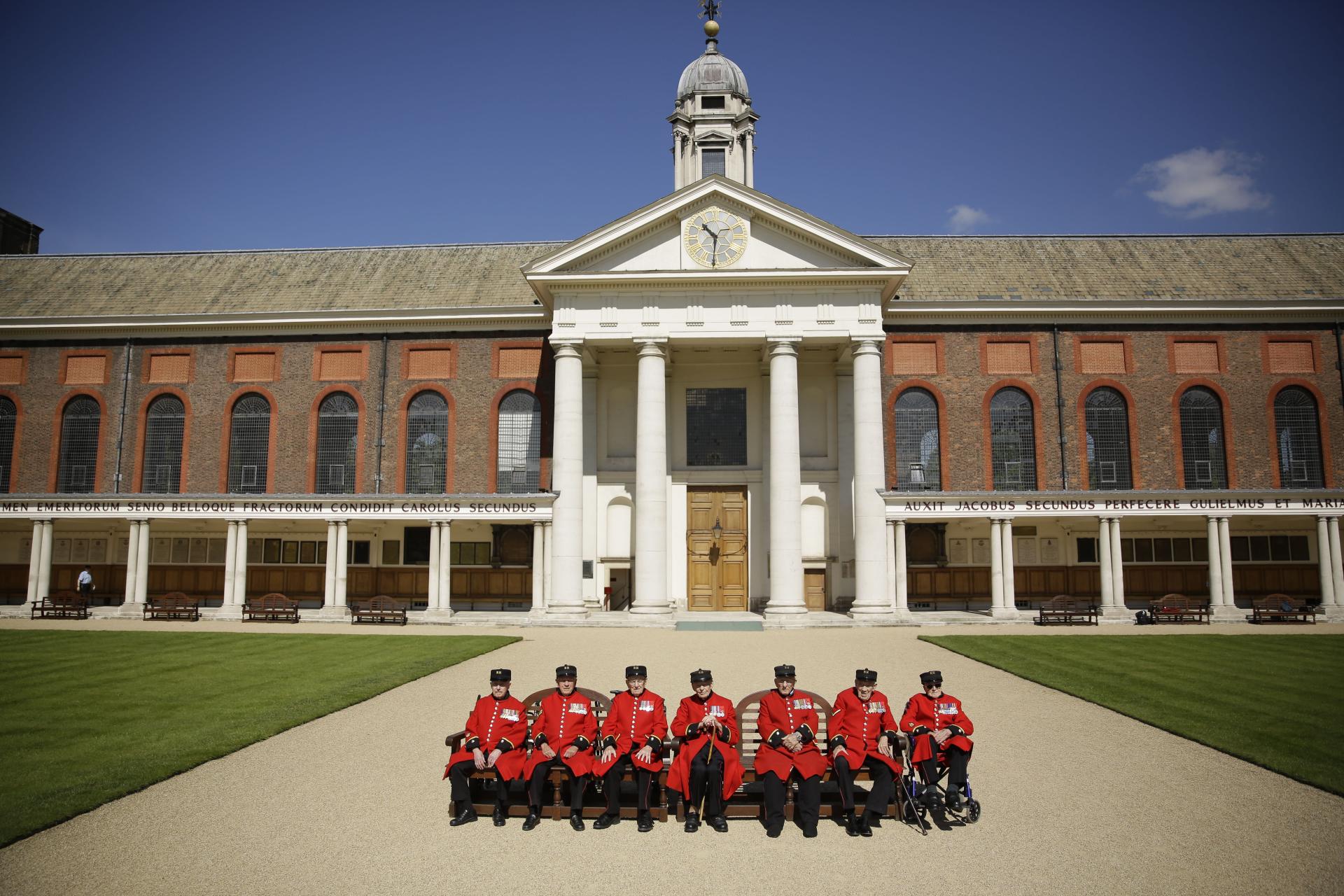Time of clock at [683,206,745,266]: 10:30
